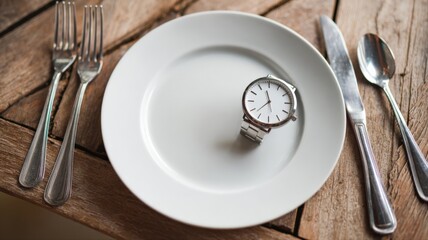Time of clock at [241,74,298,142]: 11:37
